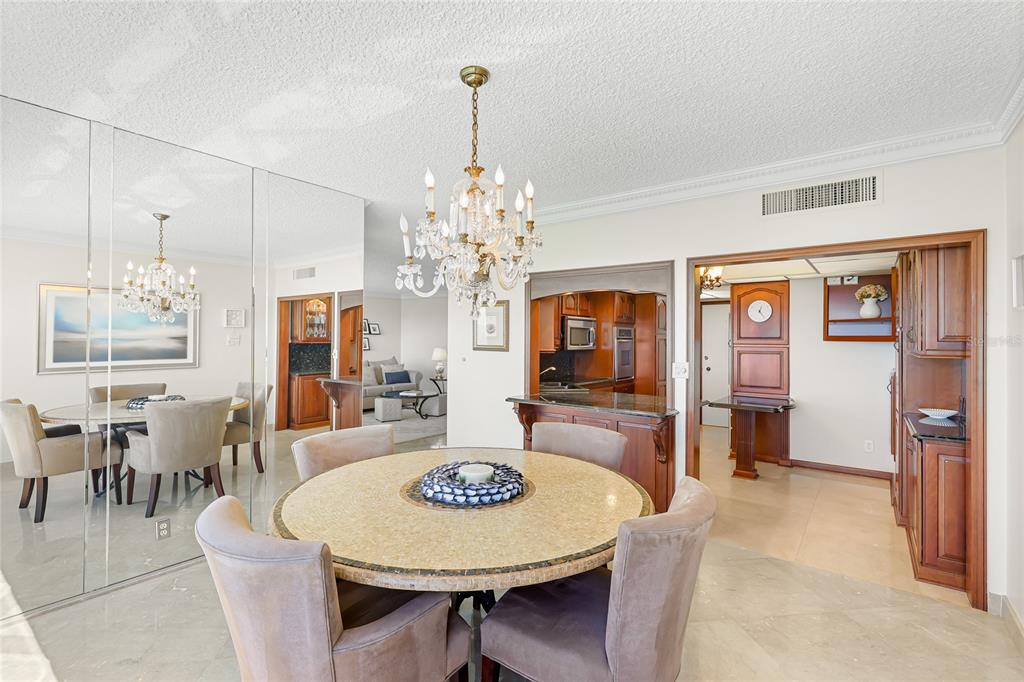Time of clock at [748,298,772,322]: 12:24
